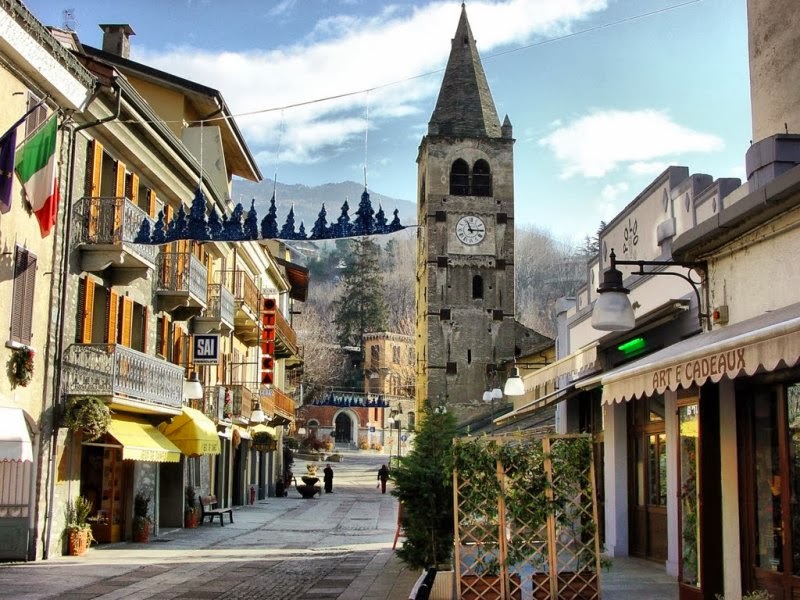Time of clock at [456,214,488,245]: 11:14
